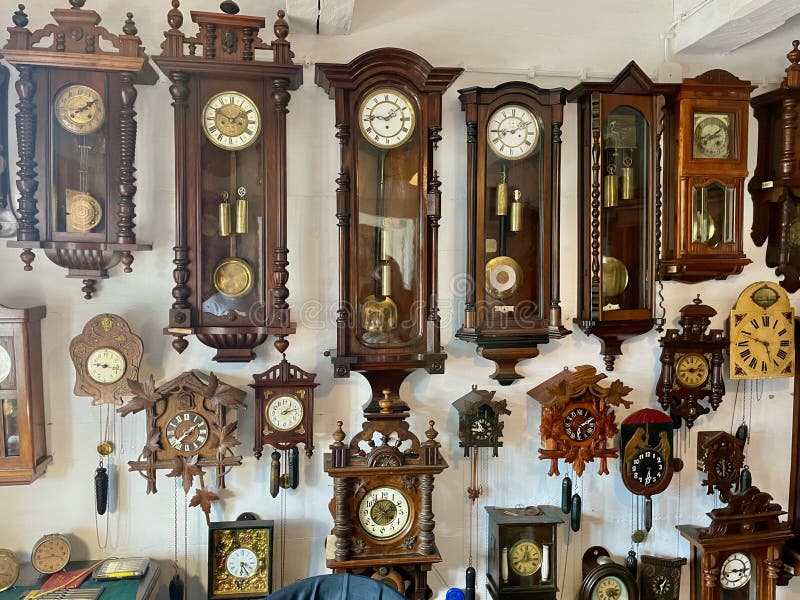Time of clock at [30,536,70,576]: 3:43
